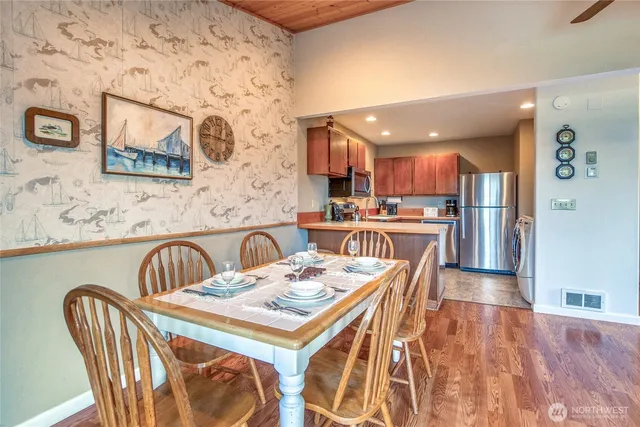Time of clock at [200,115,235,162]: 12:46
